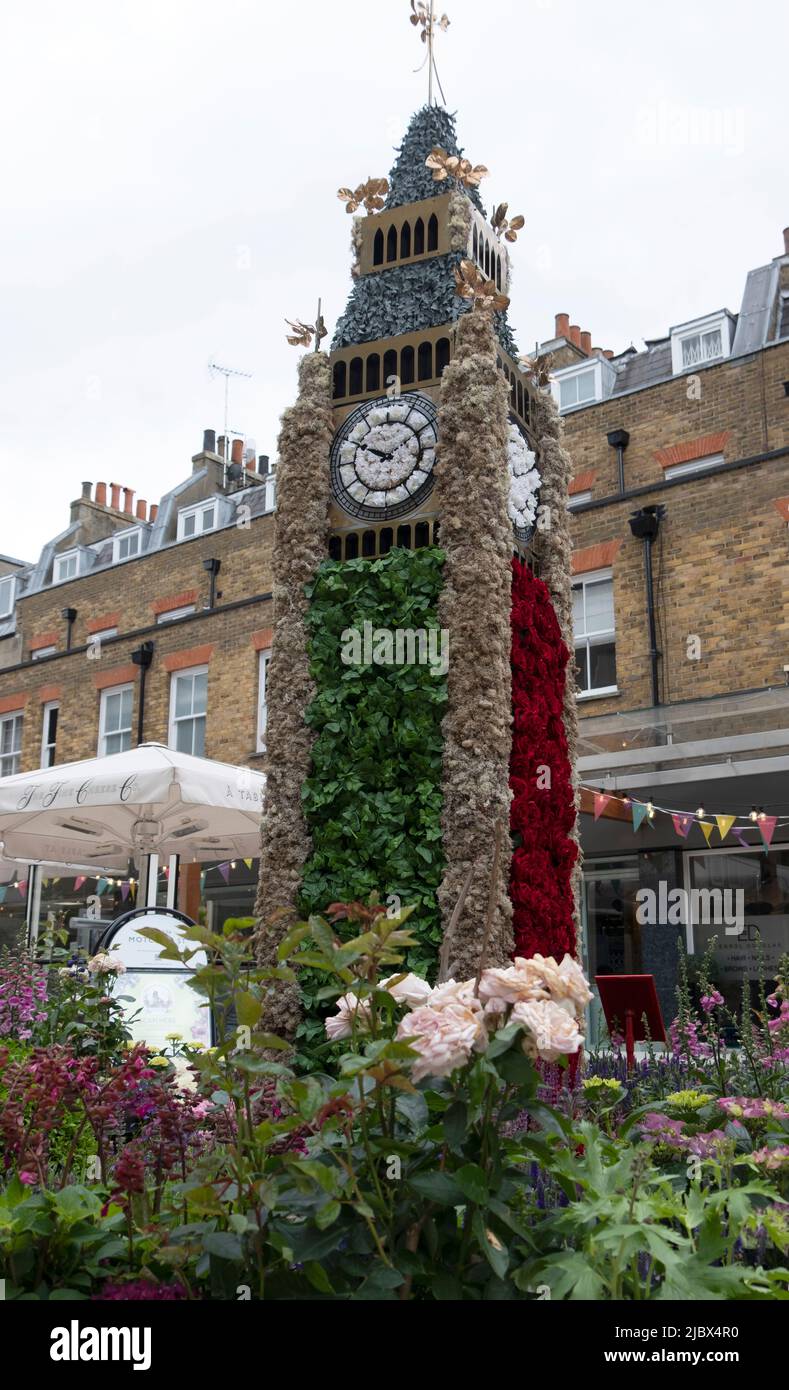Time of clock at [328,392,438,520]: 1:49
